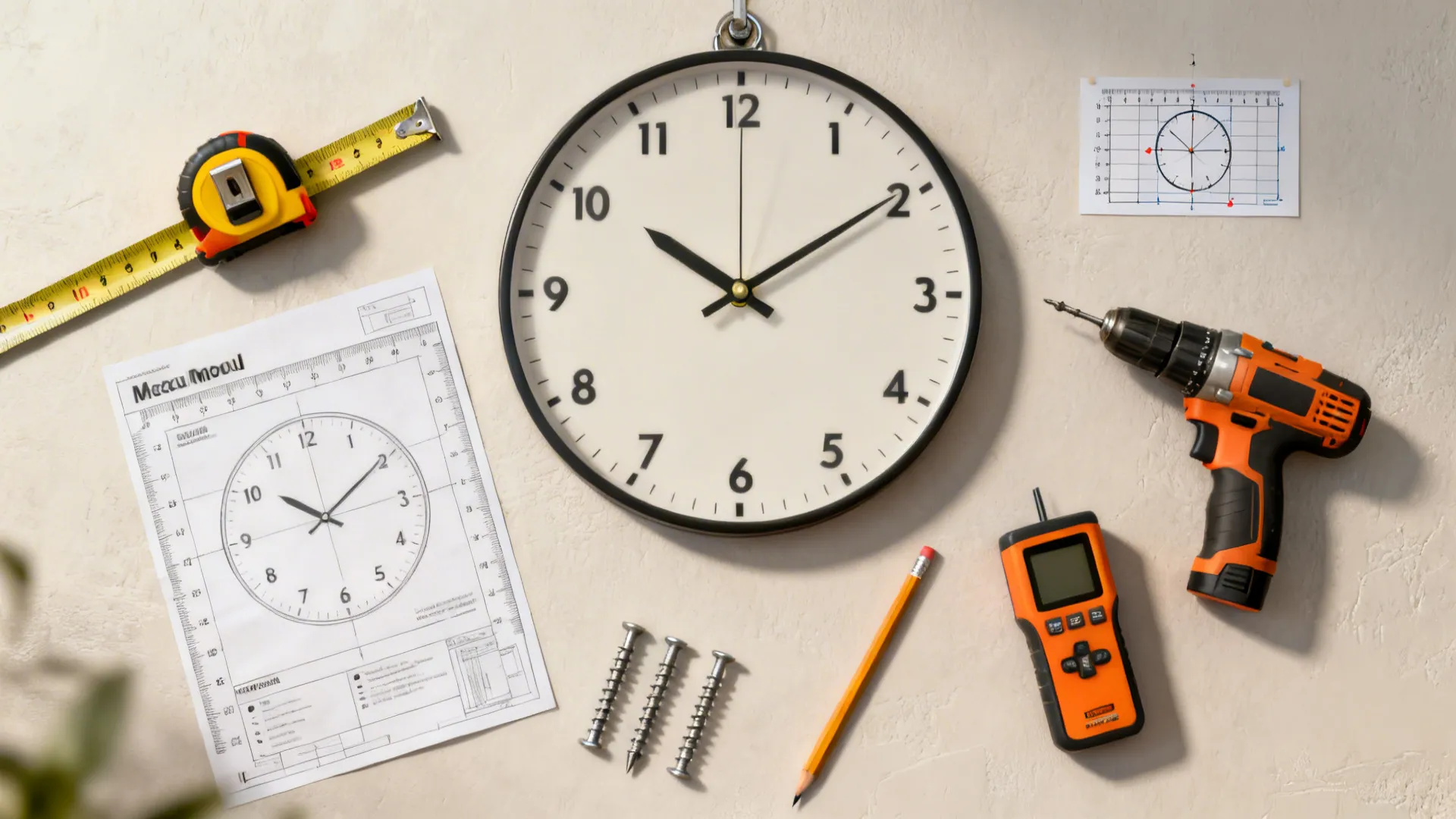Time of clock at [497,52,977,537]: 10:09
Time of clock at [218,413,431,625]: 10:09
